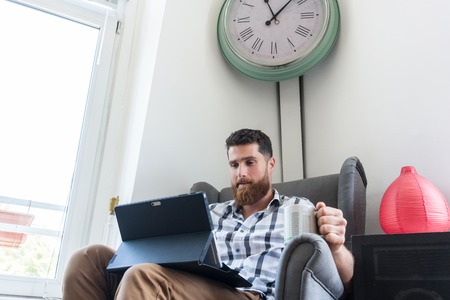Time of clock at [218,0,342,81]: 11:07
